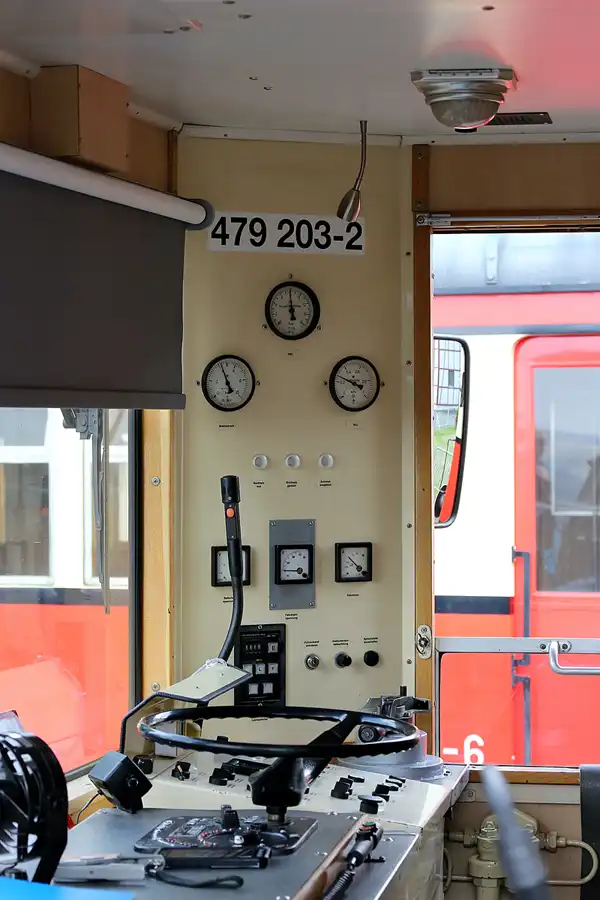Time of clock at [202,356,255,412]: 4:56
